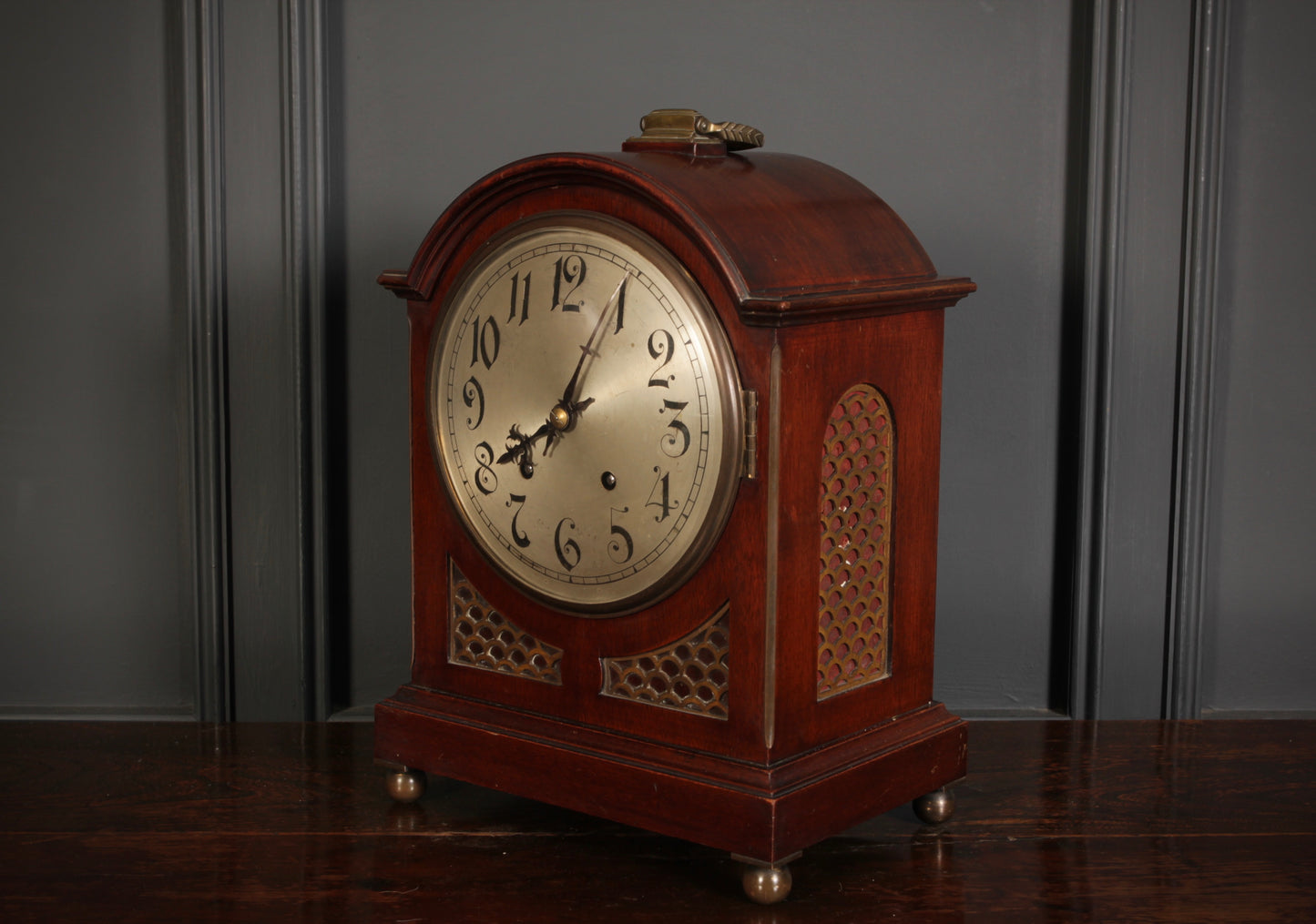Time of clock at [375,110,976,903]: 8:04
